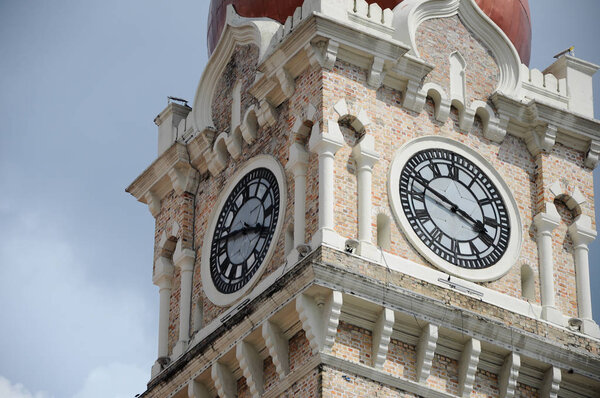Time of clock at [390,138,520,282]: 3:48
